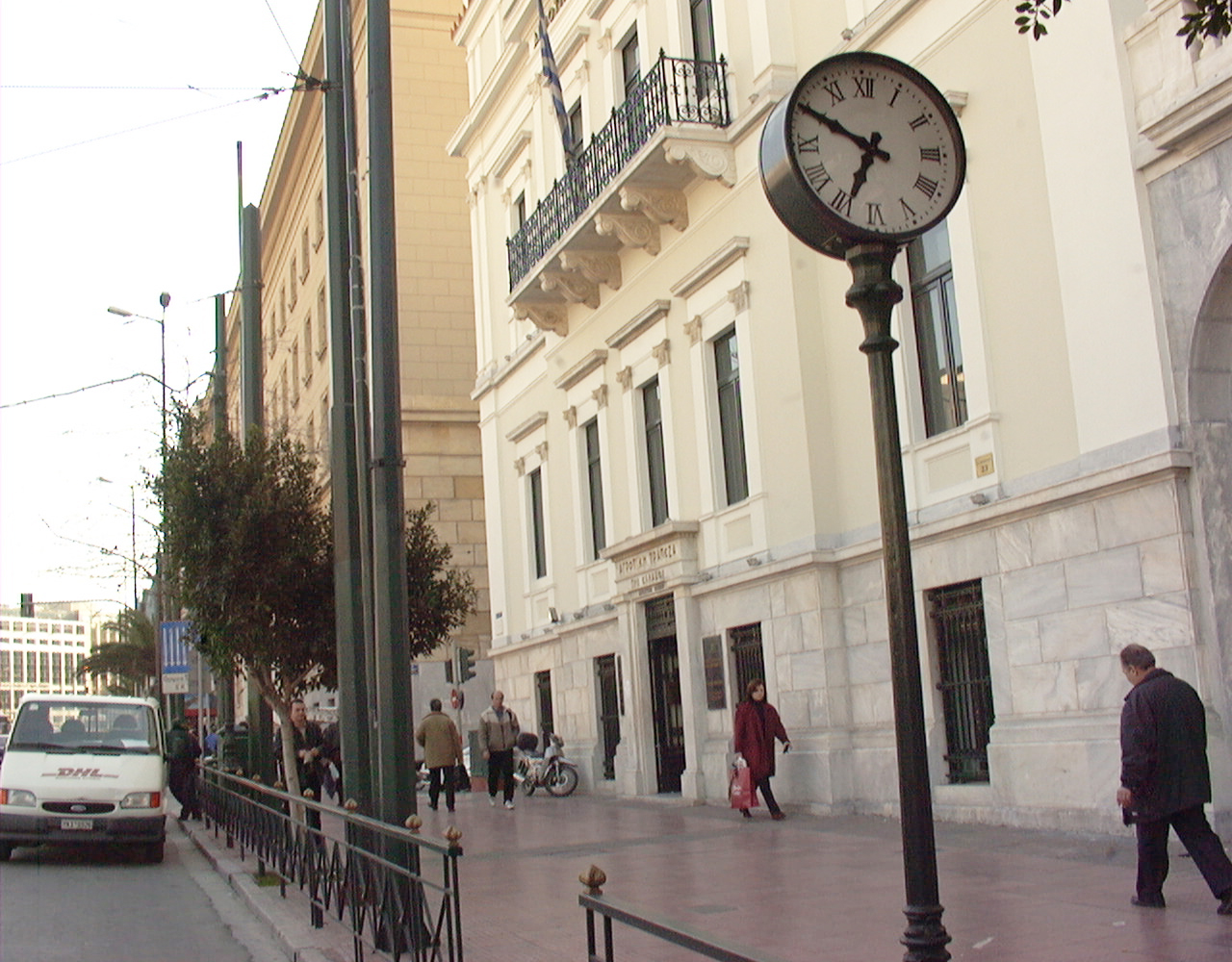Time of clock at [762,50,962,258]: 6:49
